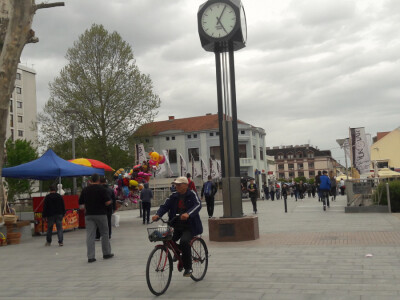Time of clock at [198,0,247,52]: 5:04
